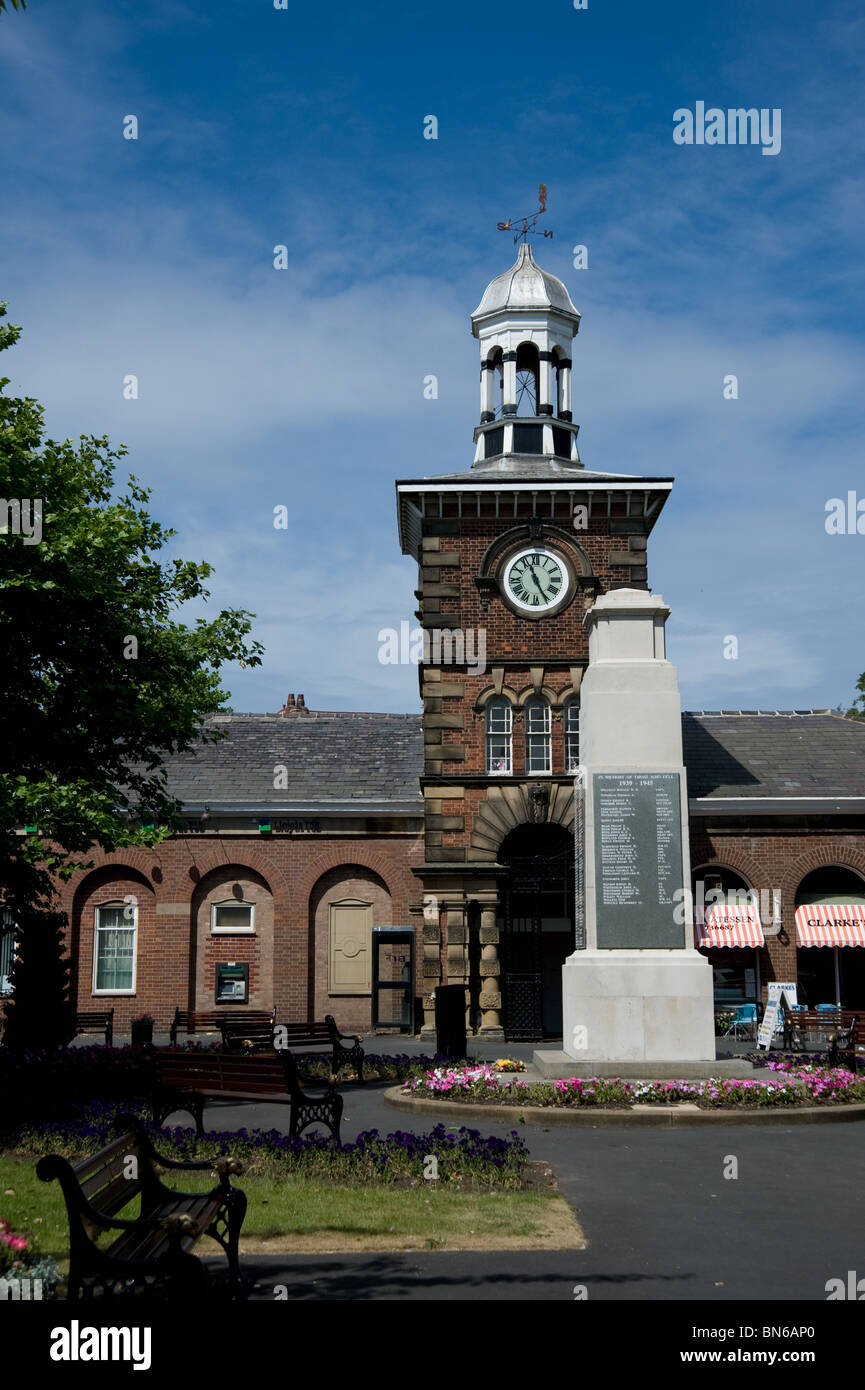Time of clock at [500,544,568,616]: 11:25
